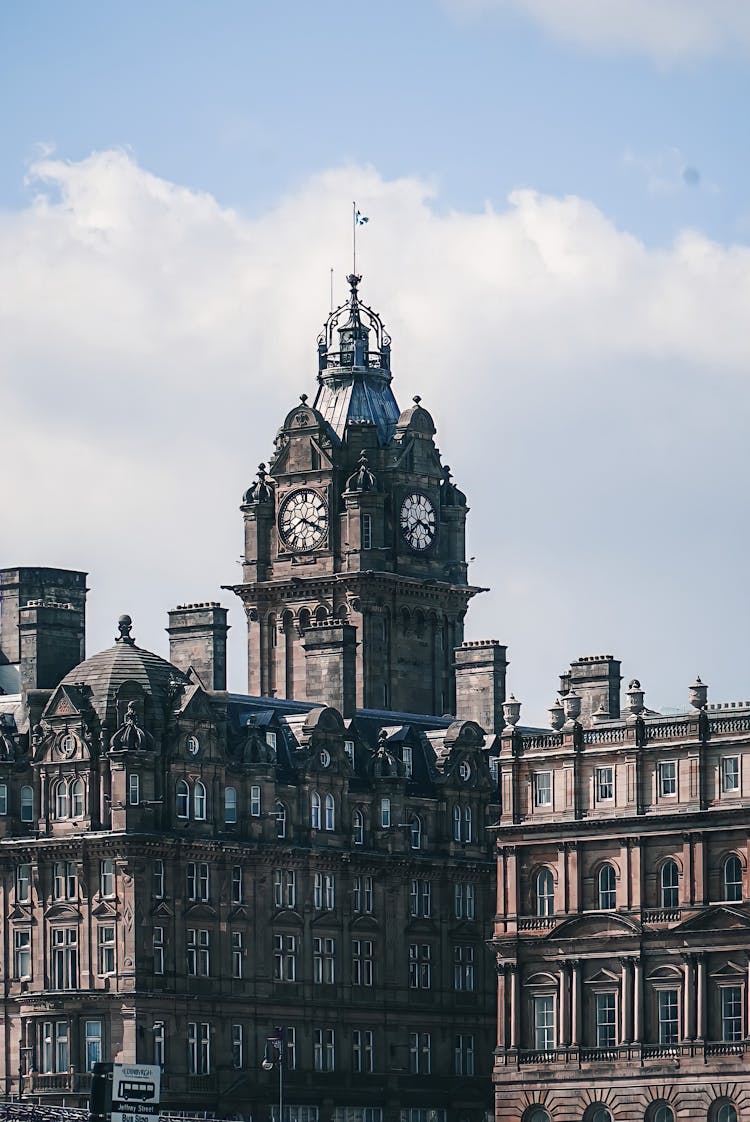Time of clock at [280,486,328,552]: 3:40
